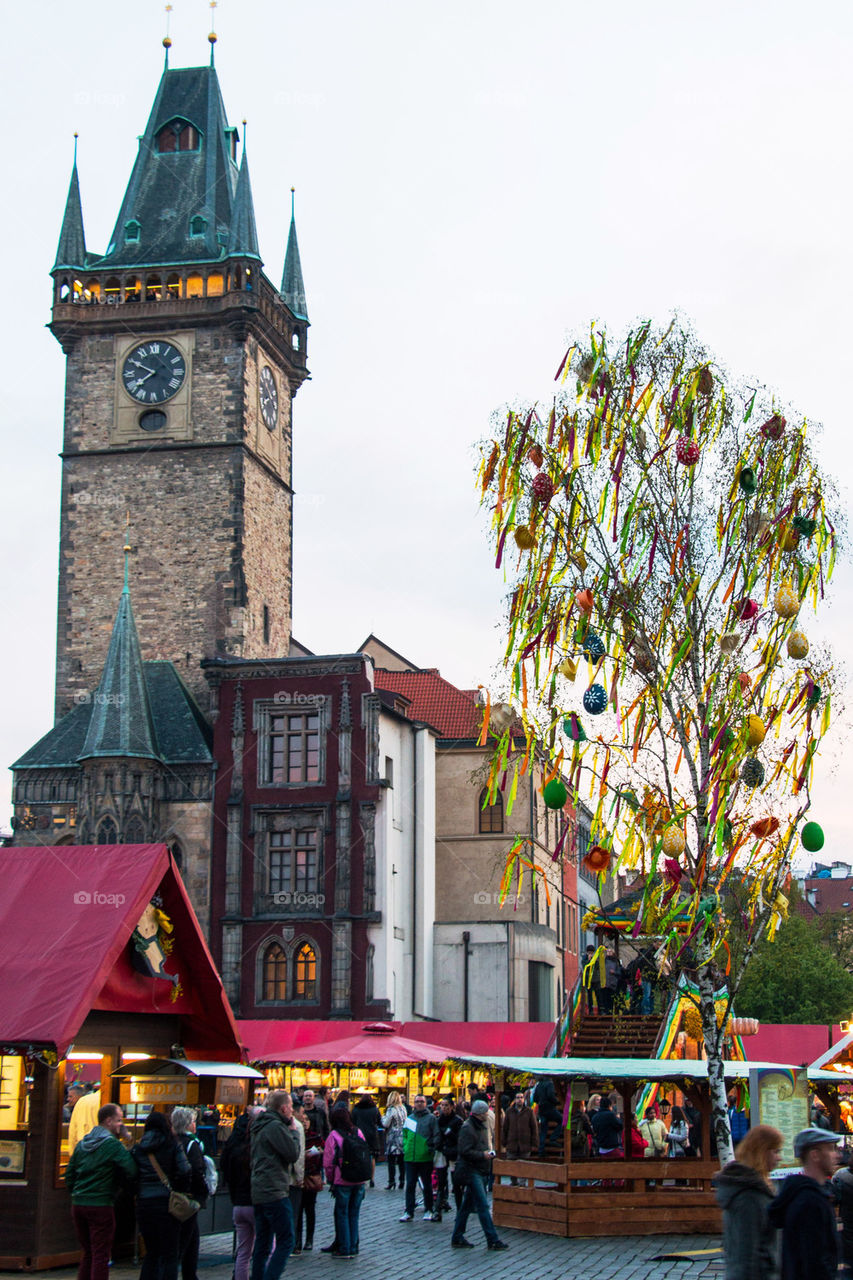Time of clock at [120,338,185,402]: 7:49
